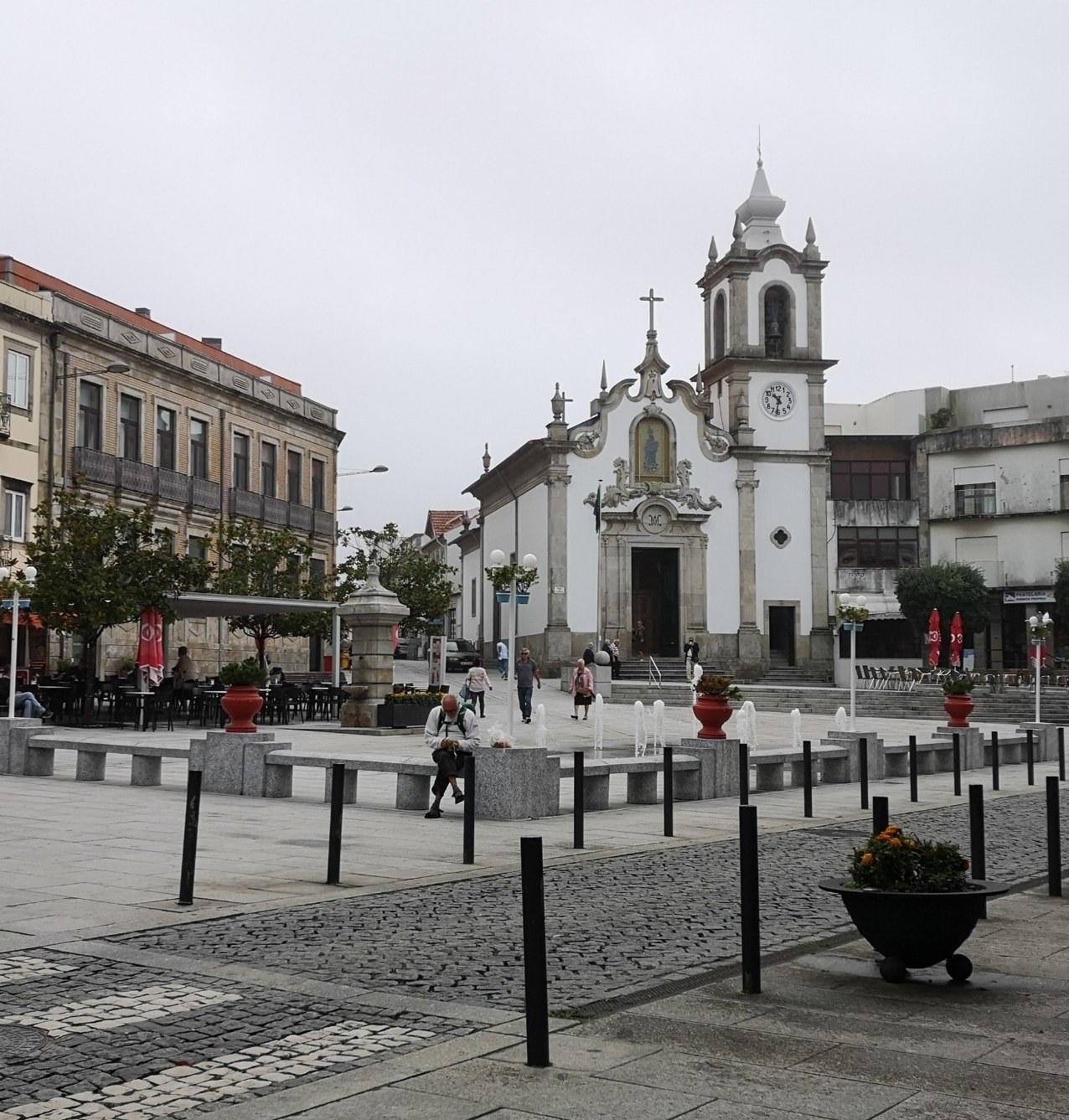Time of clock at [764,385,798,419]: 10:31
